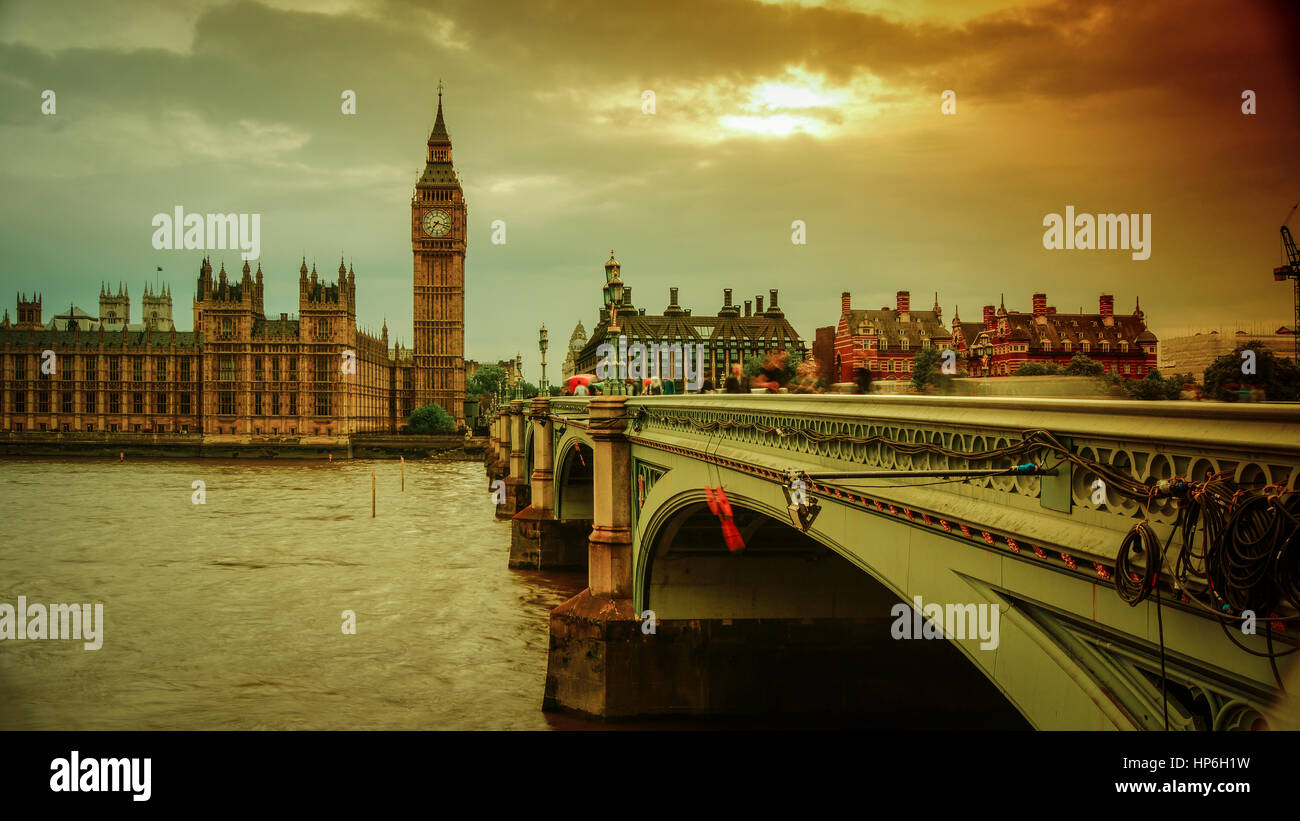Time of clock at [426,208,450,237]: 7:17
